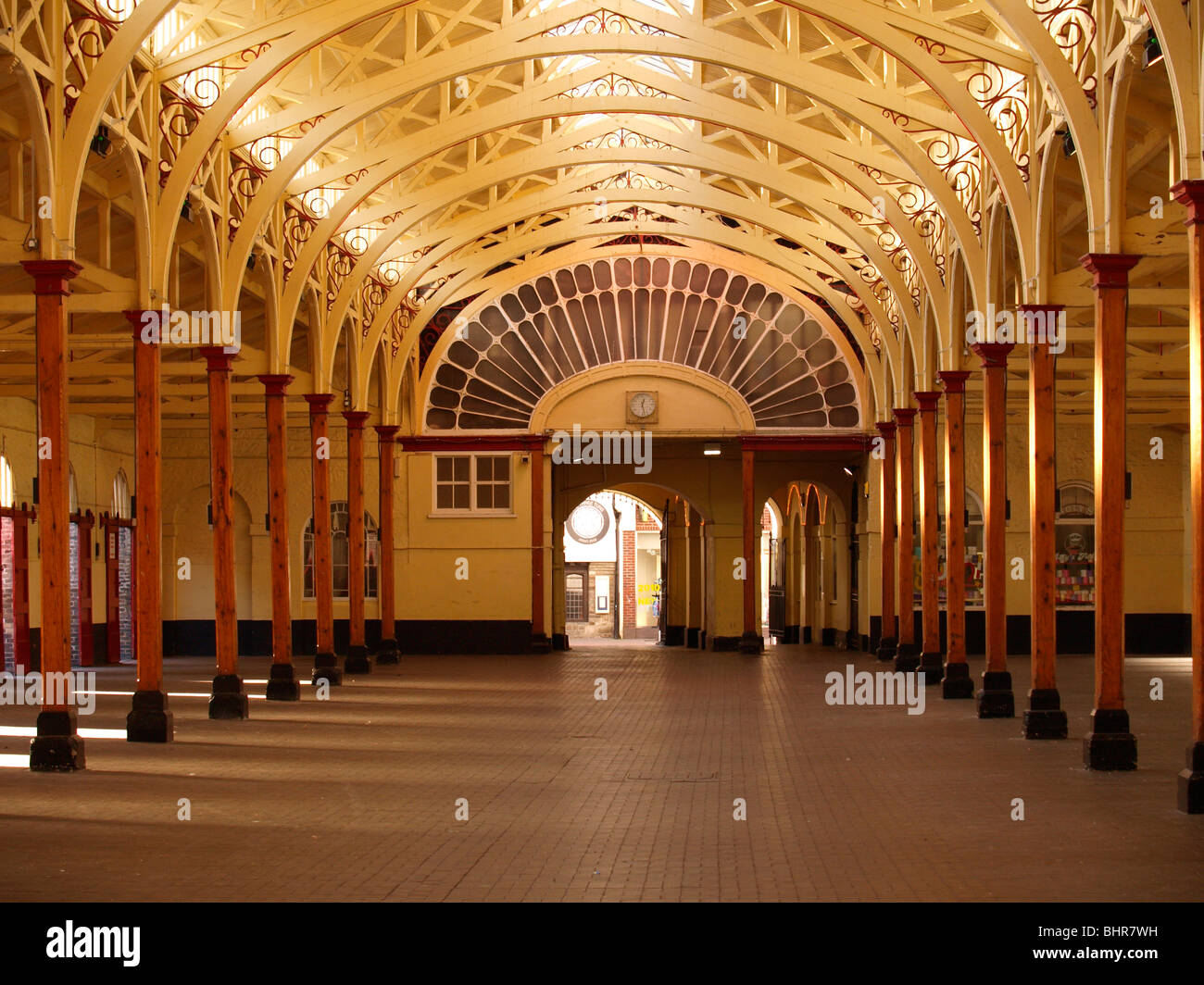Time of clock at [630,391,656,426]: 12:27
